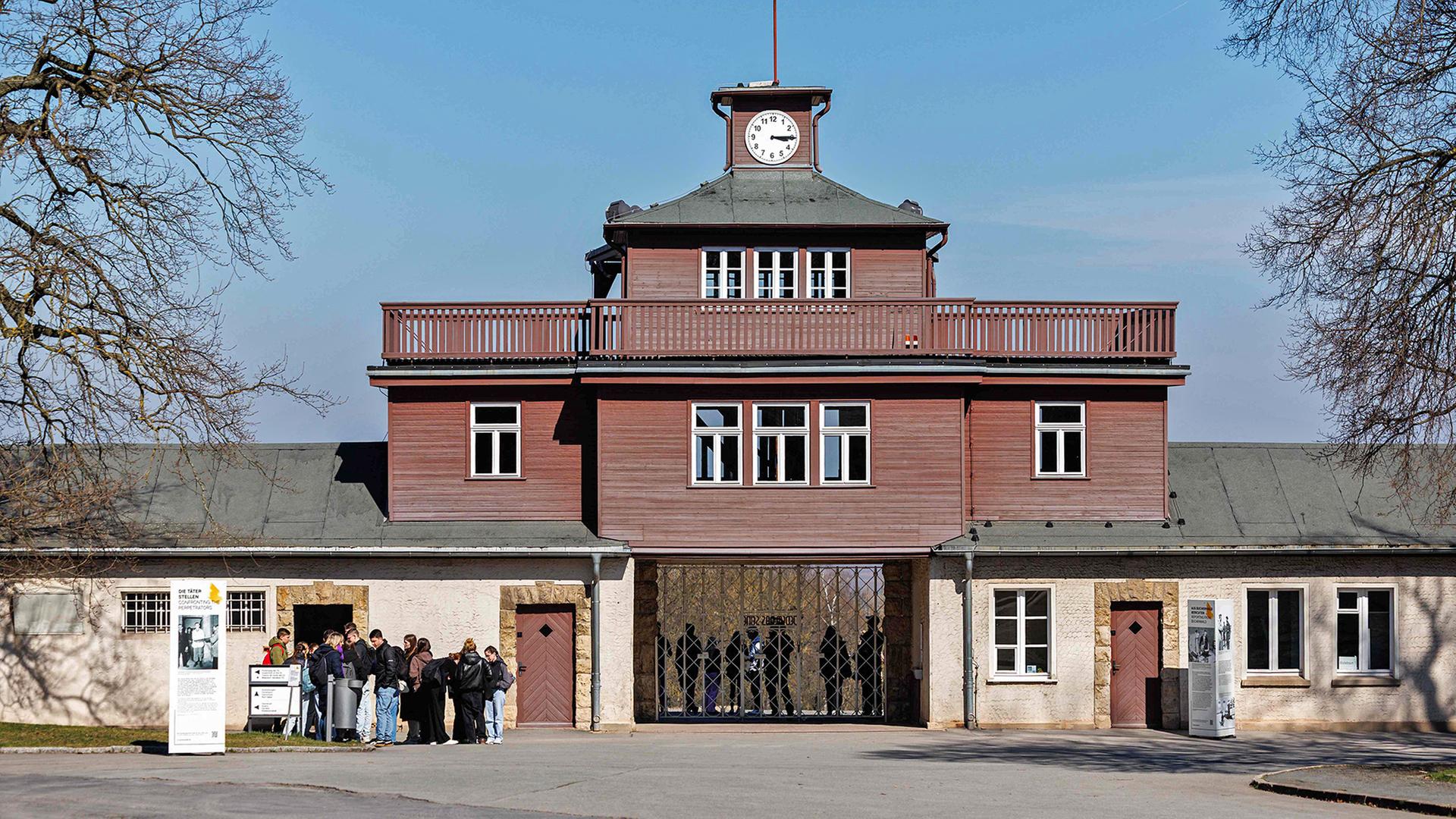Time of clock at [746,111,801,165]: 3:14
